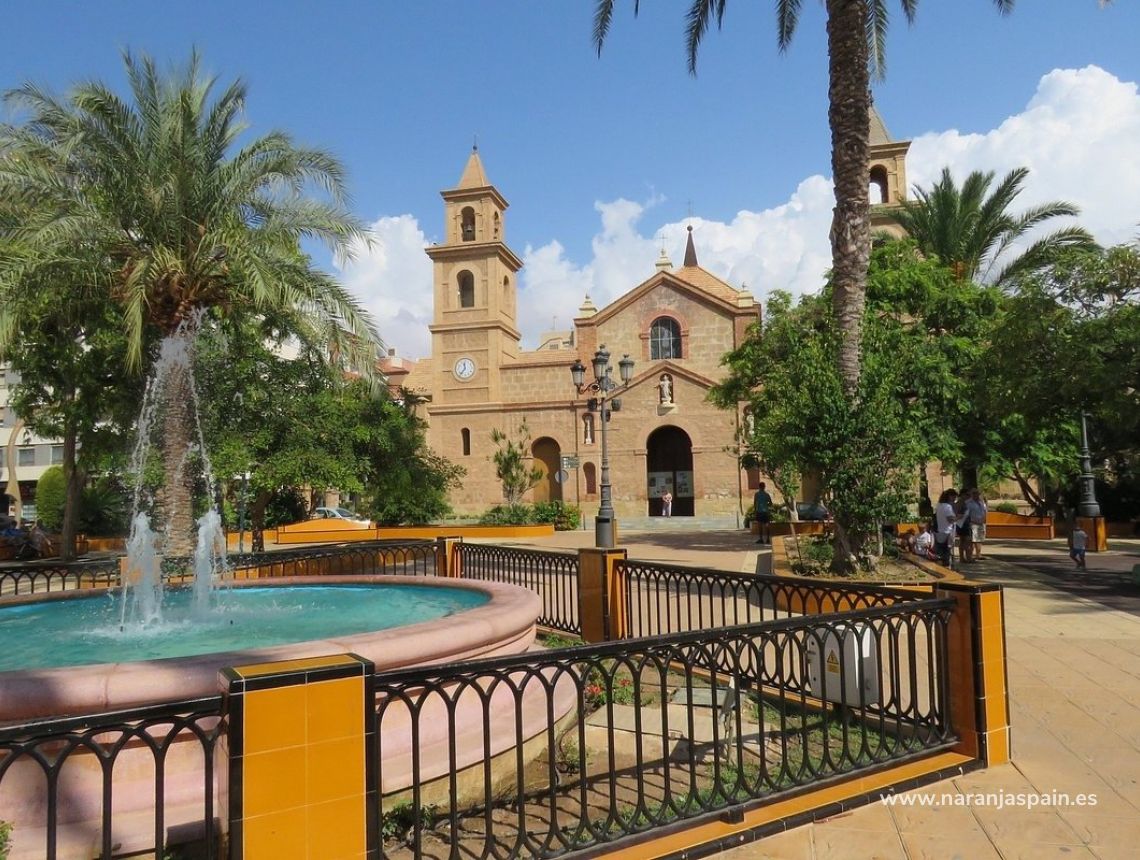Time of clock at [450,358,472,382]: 11:36
